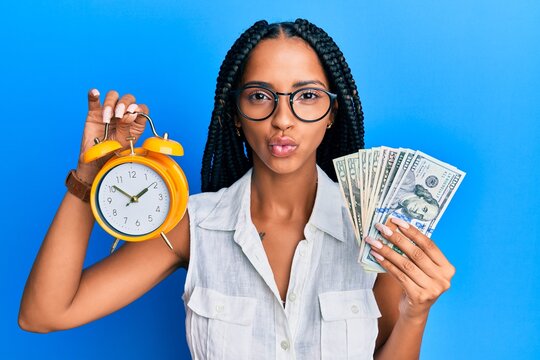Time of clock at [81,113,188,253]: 1:50
